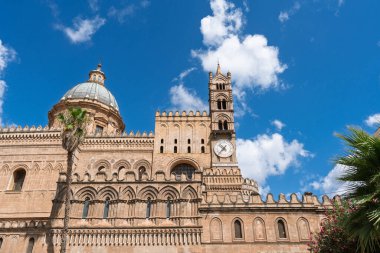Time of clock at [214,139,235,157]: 10:37
